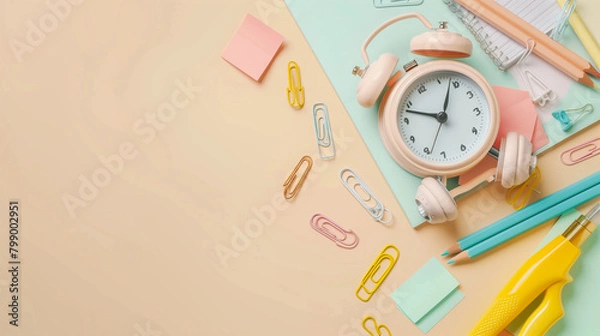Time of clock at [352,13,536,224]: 12:47
